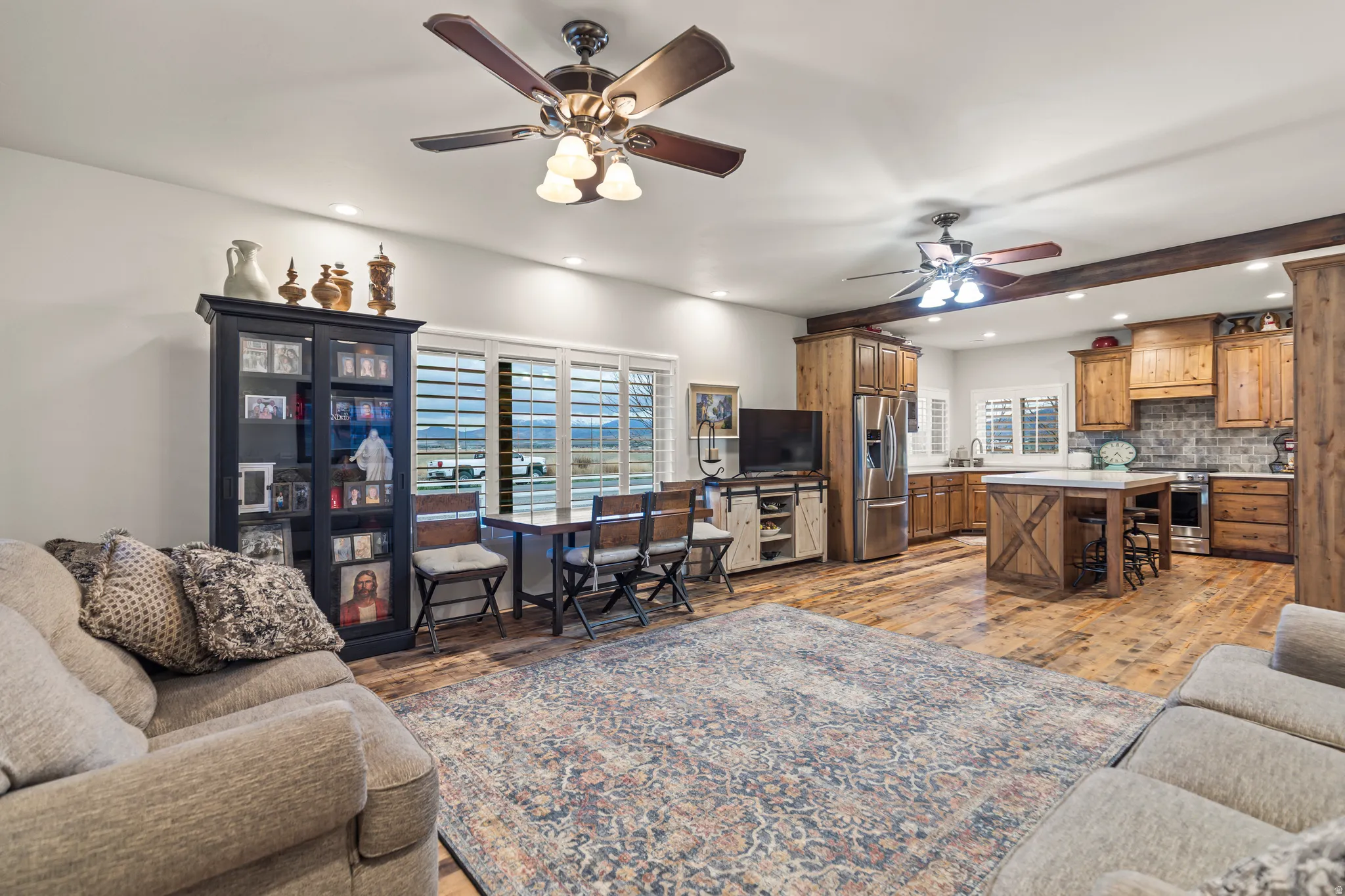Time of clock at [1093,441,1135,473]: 7:24
